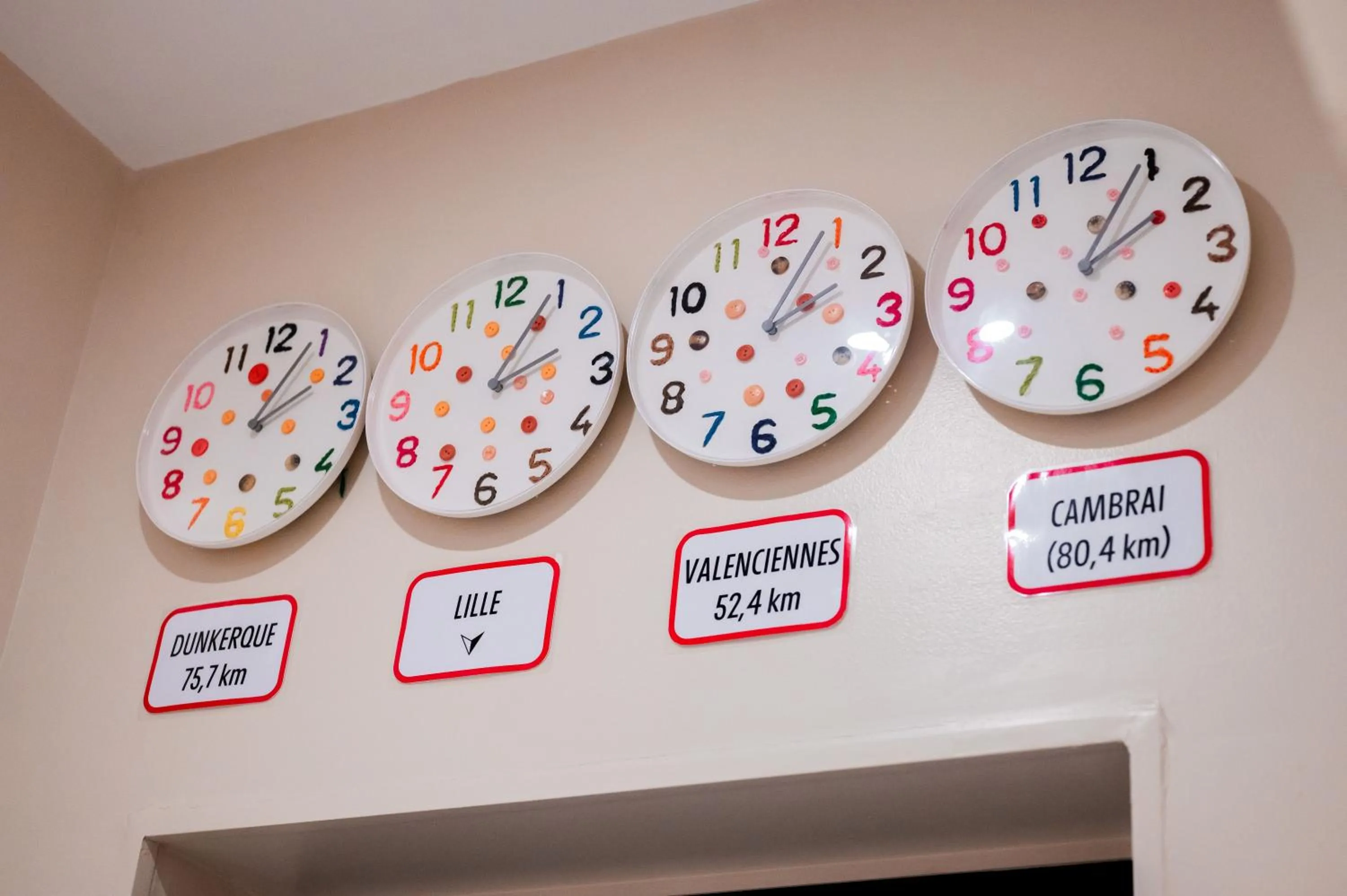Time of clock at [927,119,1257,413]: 2:04
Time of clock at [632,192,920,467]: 2:04
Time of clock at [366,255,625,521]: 2:04
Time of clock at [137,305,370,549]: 1:09
